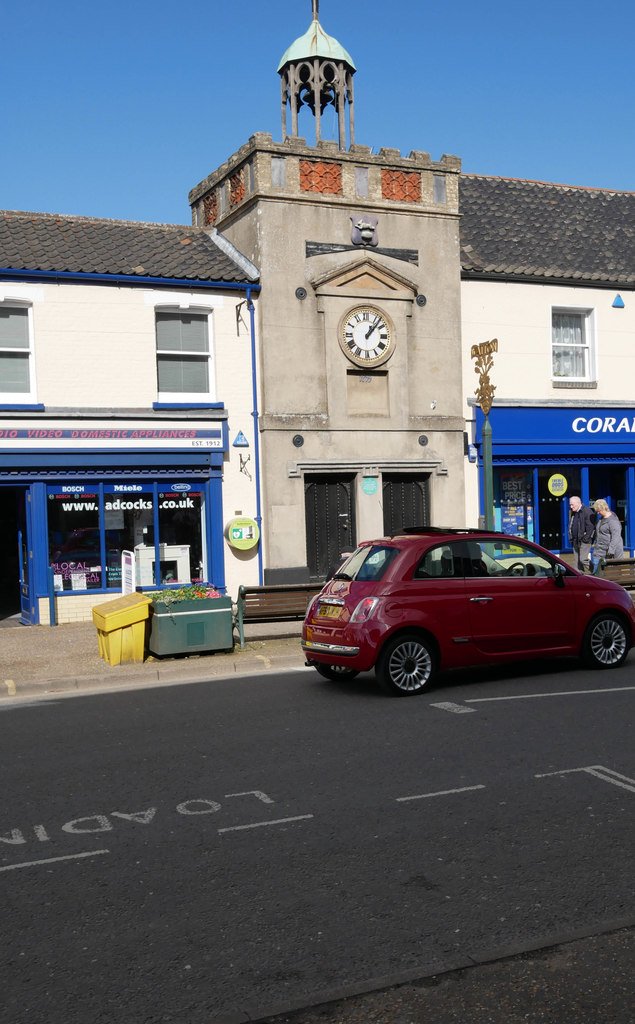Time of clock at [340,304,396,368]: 1:07
